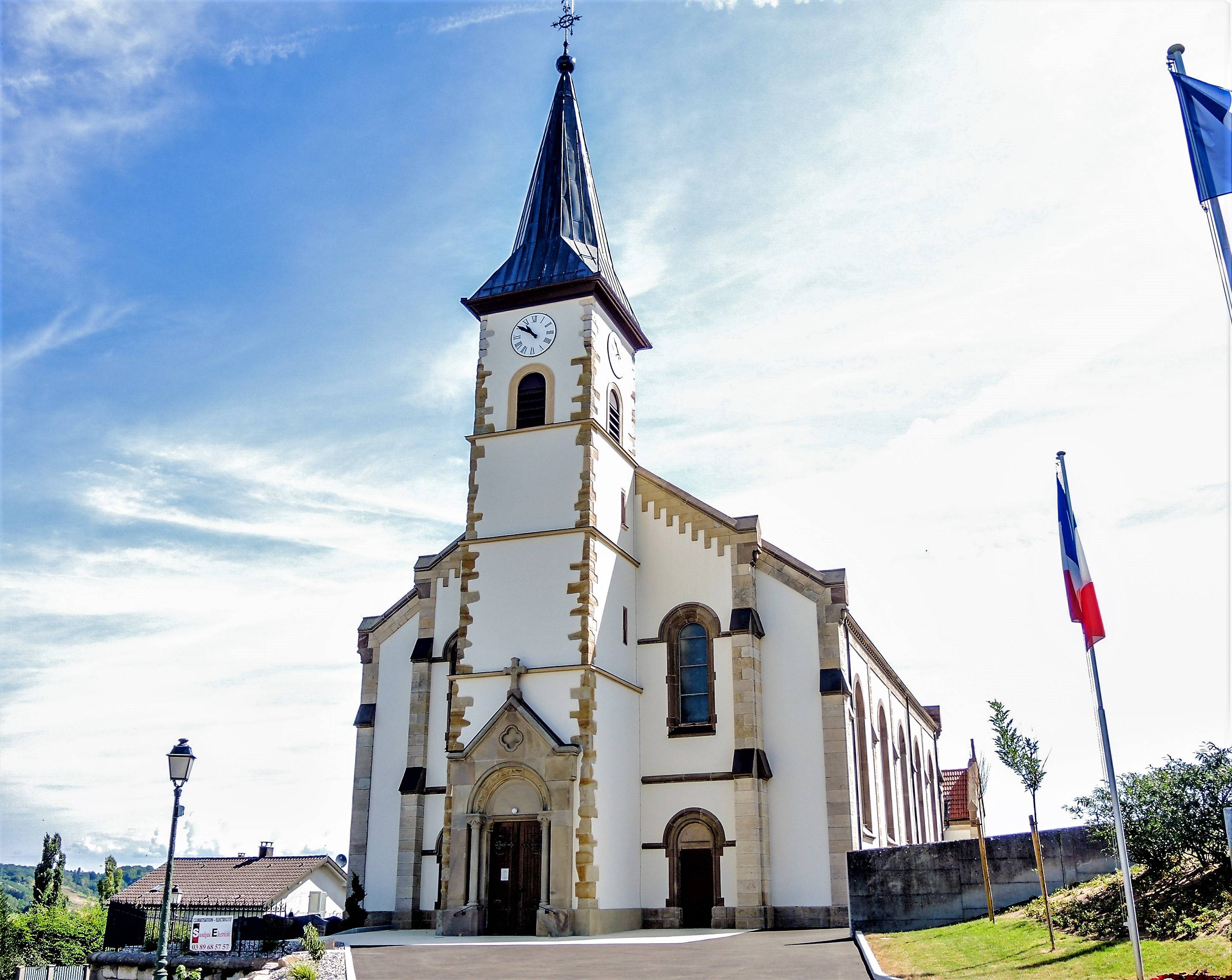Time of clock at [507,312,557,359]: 10:50
